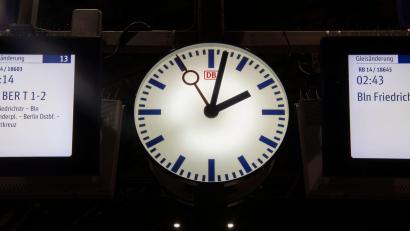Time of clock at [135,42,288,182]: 2:02
